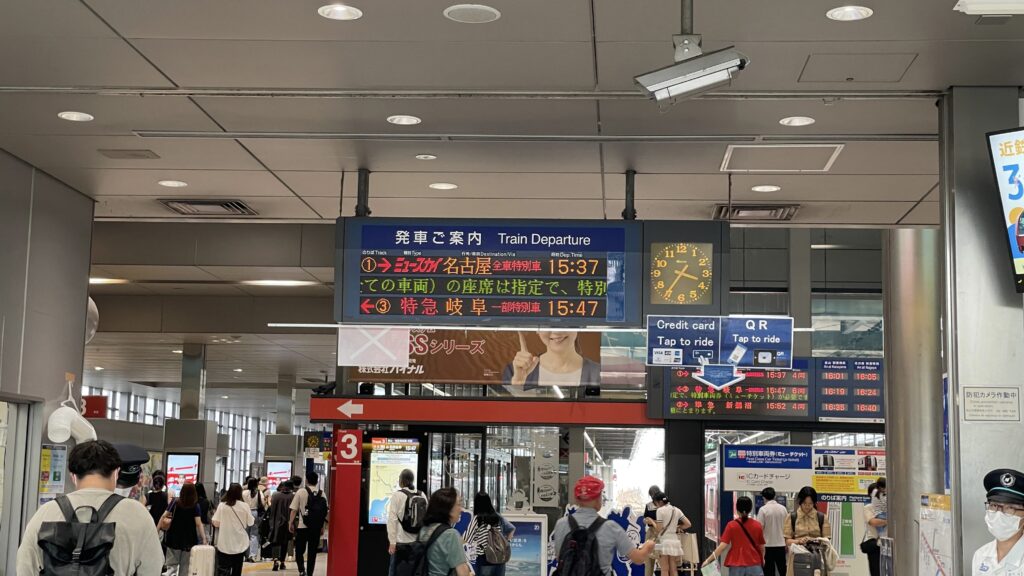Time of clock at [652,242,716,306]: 3:35
